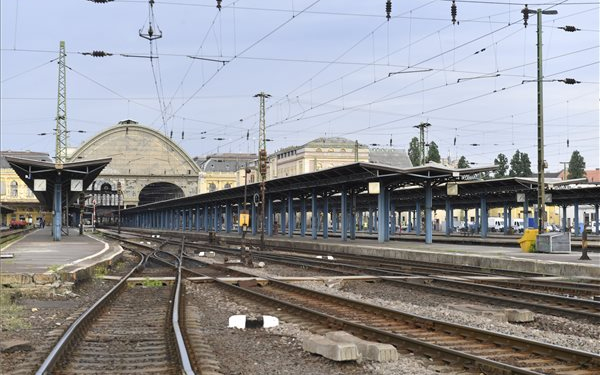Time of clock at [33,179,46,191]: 7:07
